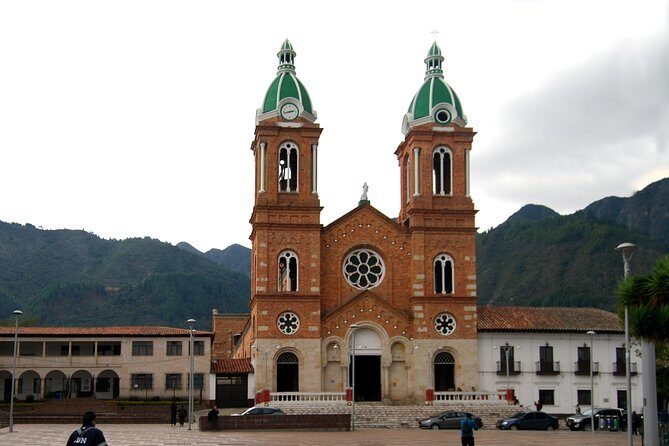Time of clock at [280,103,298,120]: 2:42
